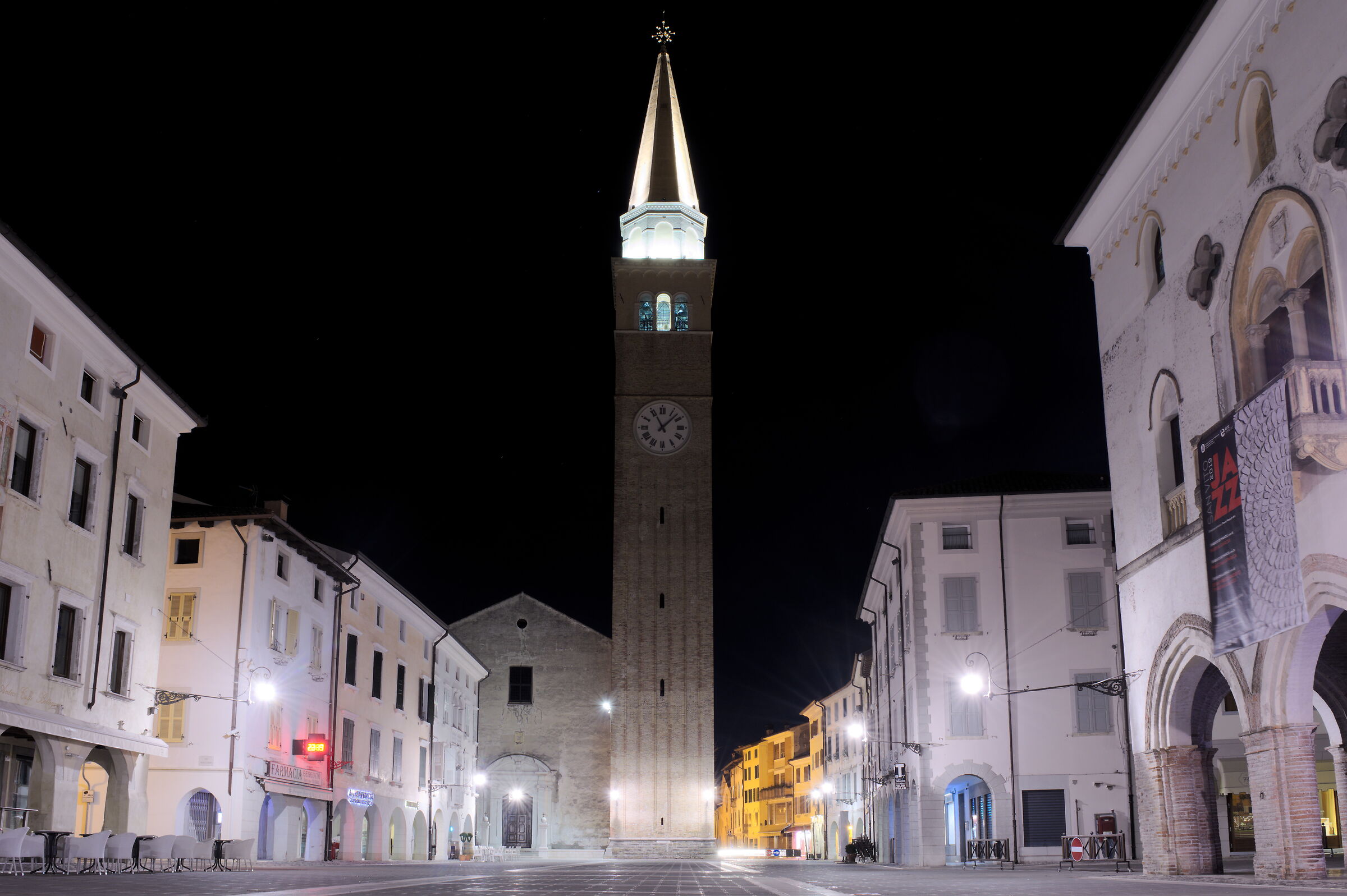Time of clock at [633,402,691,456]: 11:07
